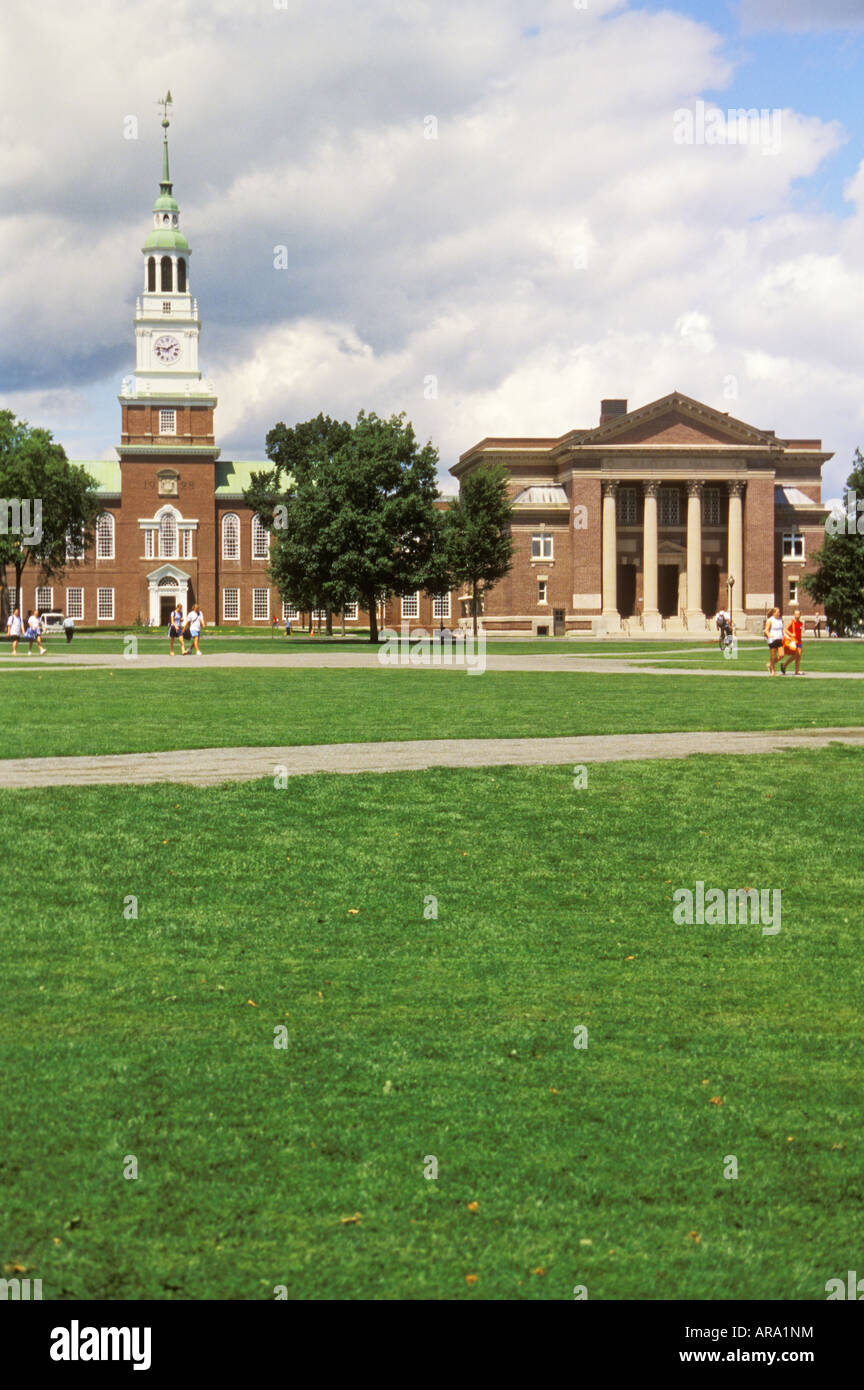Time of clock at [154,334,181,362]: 1:46
